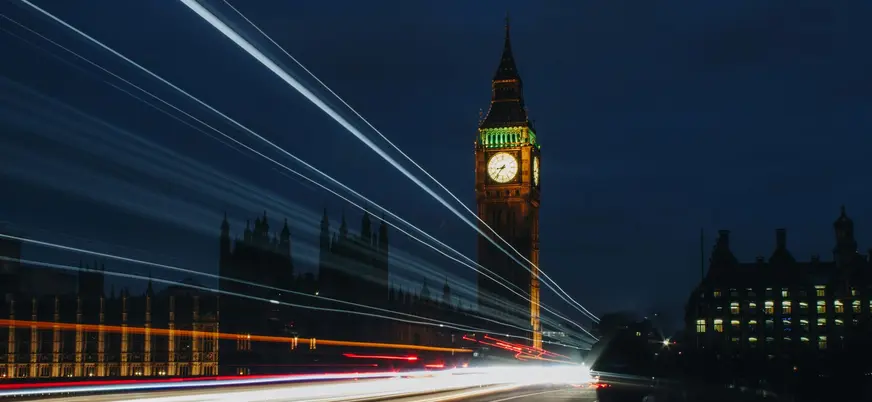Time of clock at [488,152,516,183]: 8:36
